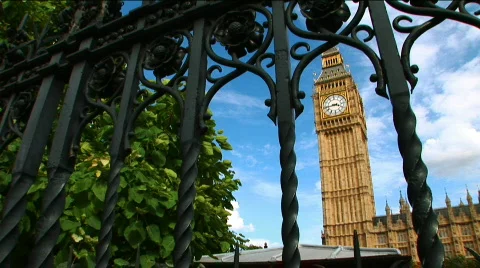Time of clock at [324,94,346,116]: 3:43
